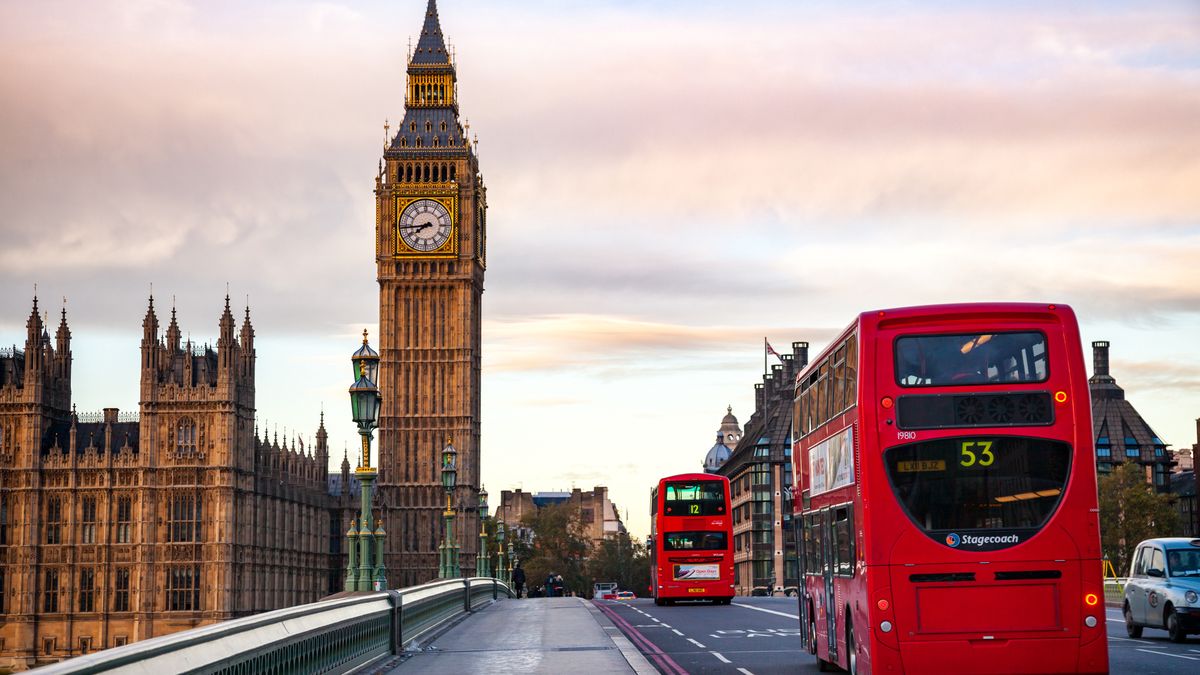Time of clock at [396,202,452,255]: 7:44
